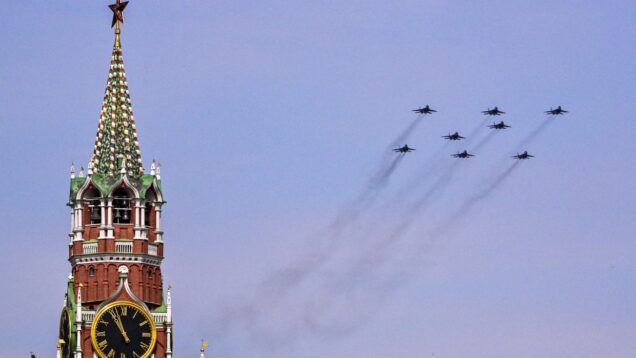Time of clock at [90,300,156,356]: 10:56
